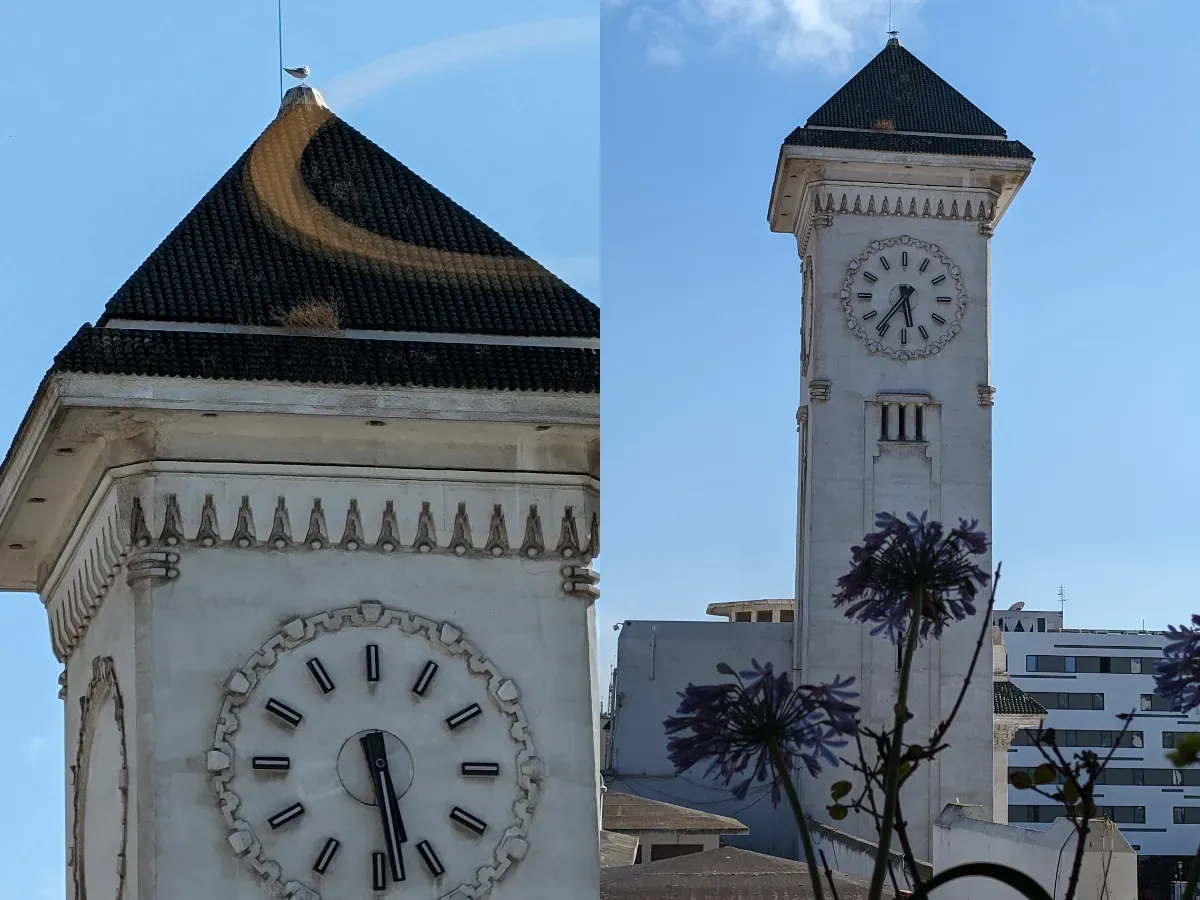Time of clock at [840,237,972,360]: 5:36
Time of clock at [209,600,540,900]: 5:28
